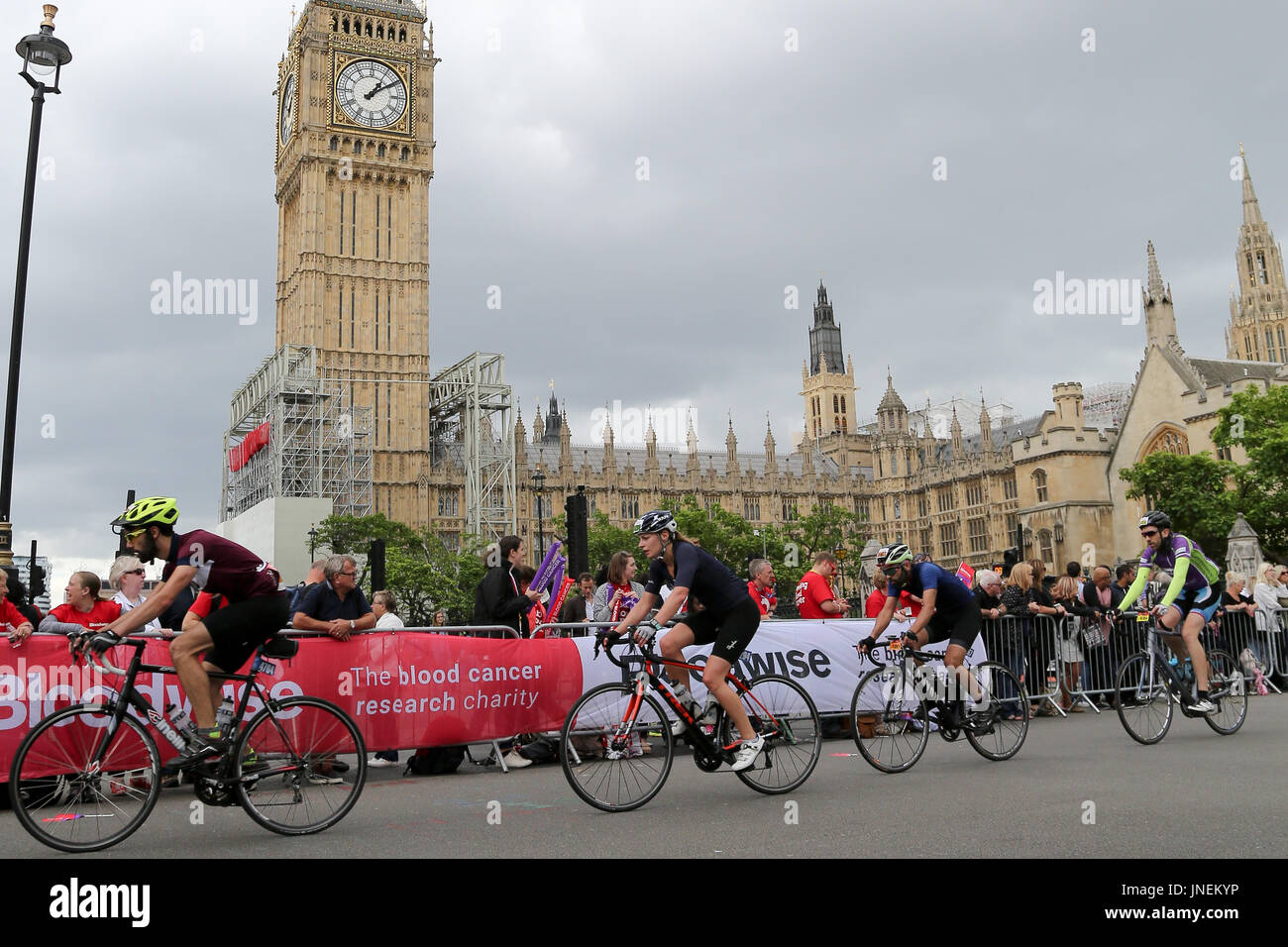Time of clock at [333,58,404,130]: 1:09
